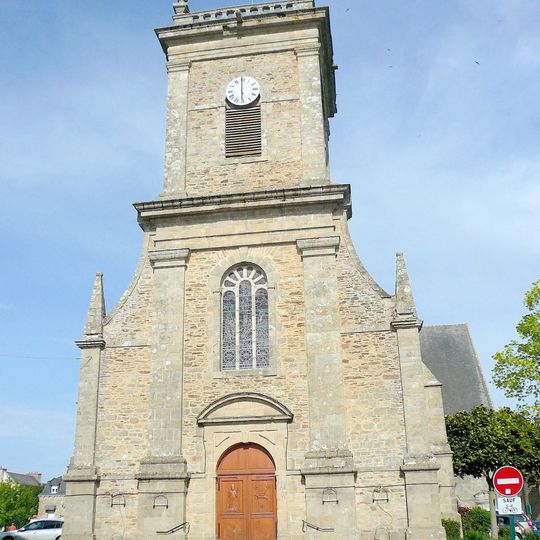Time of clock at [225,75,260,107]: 5:59
